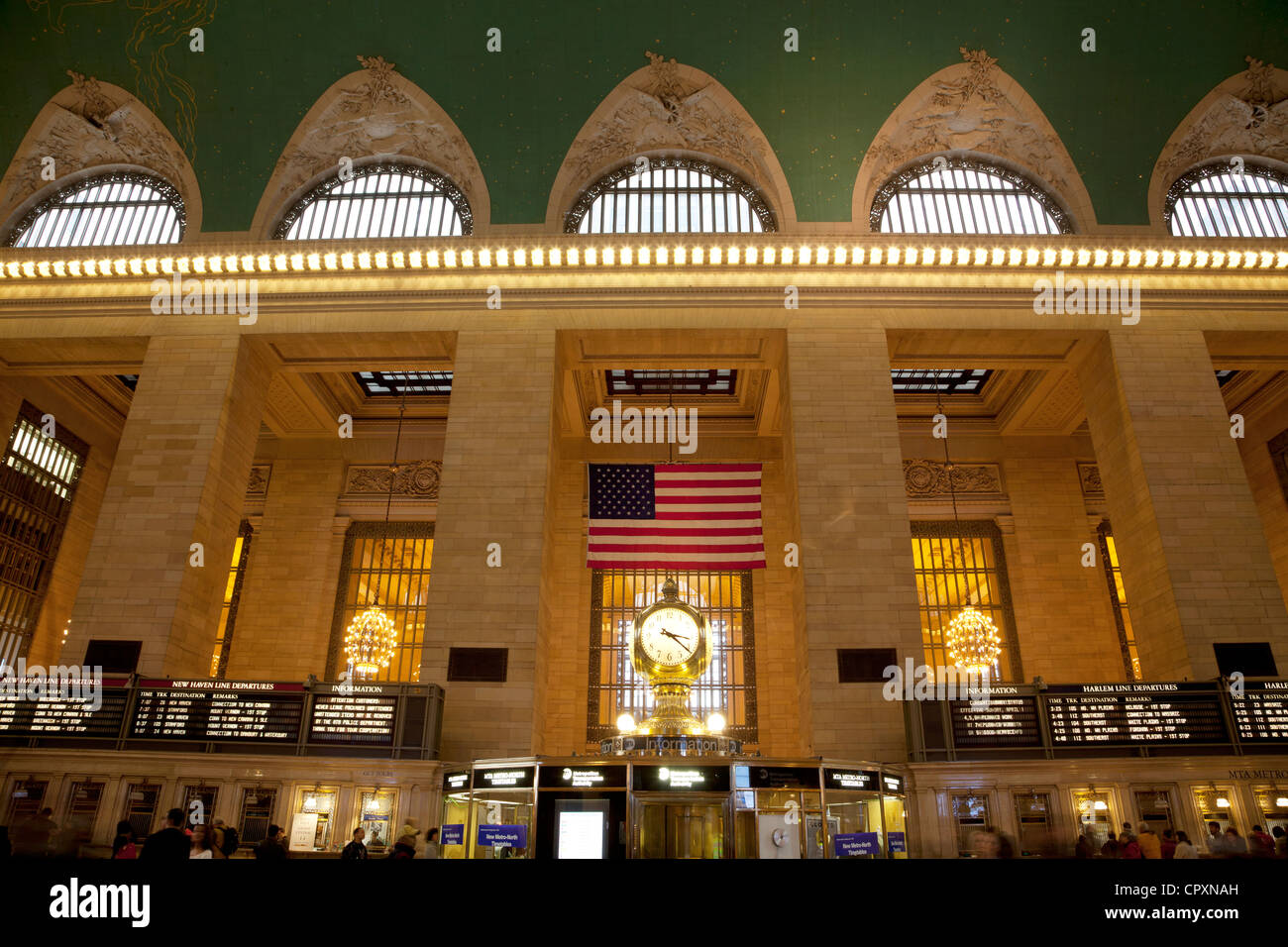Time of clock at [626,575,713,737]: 3:20
